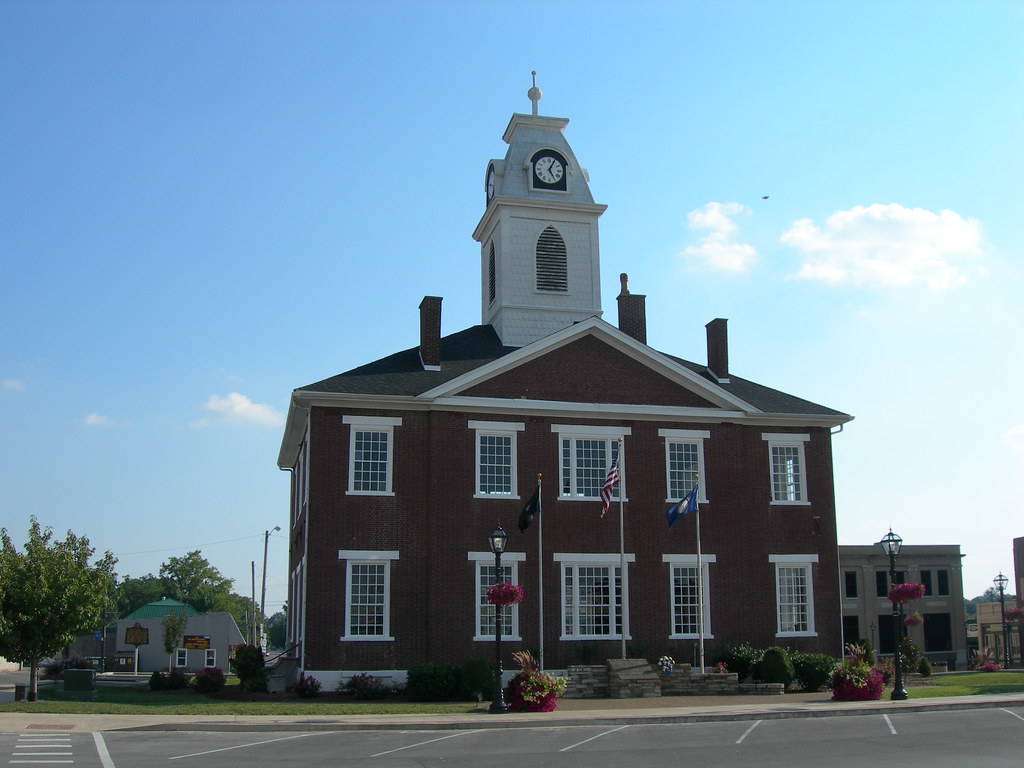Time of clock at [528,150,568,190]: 5:05
